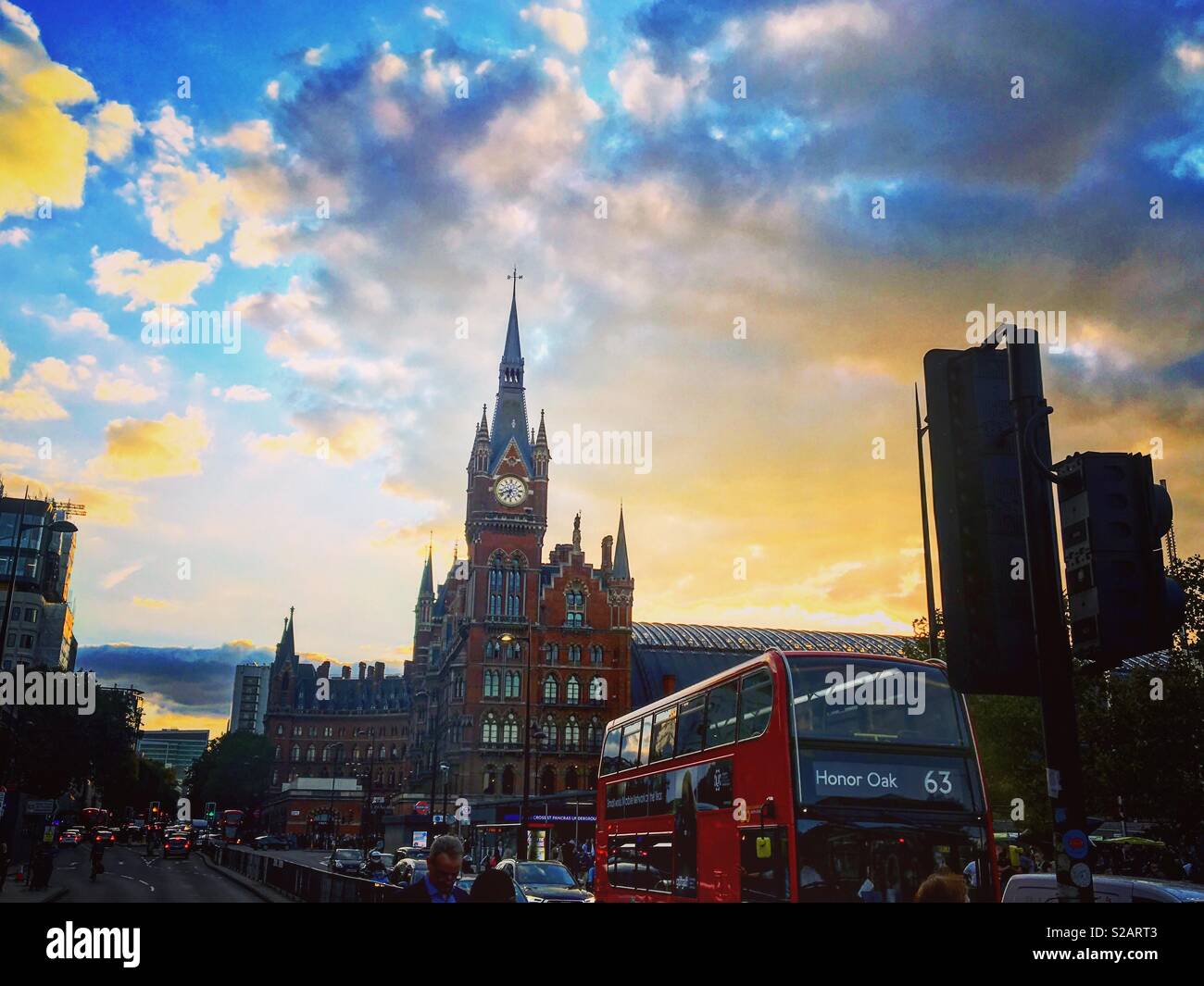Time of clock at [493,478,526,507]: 6:41
